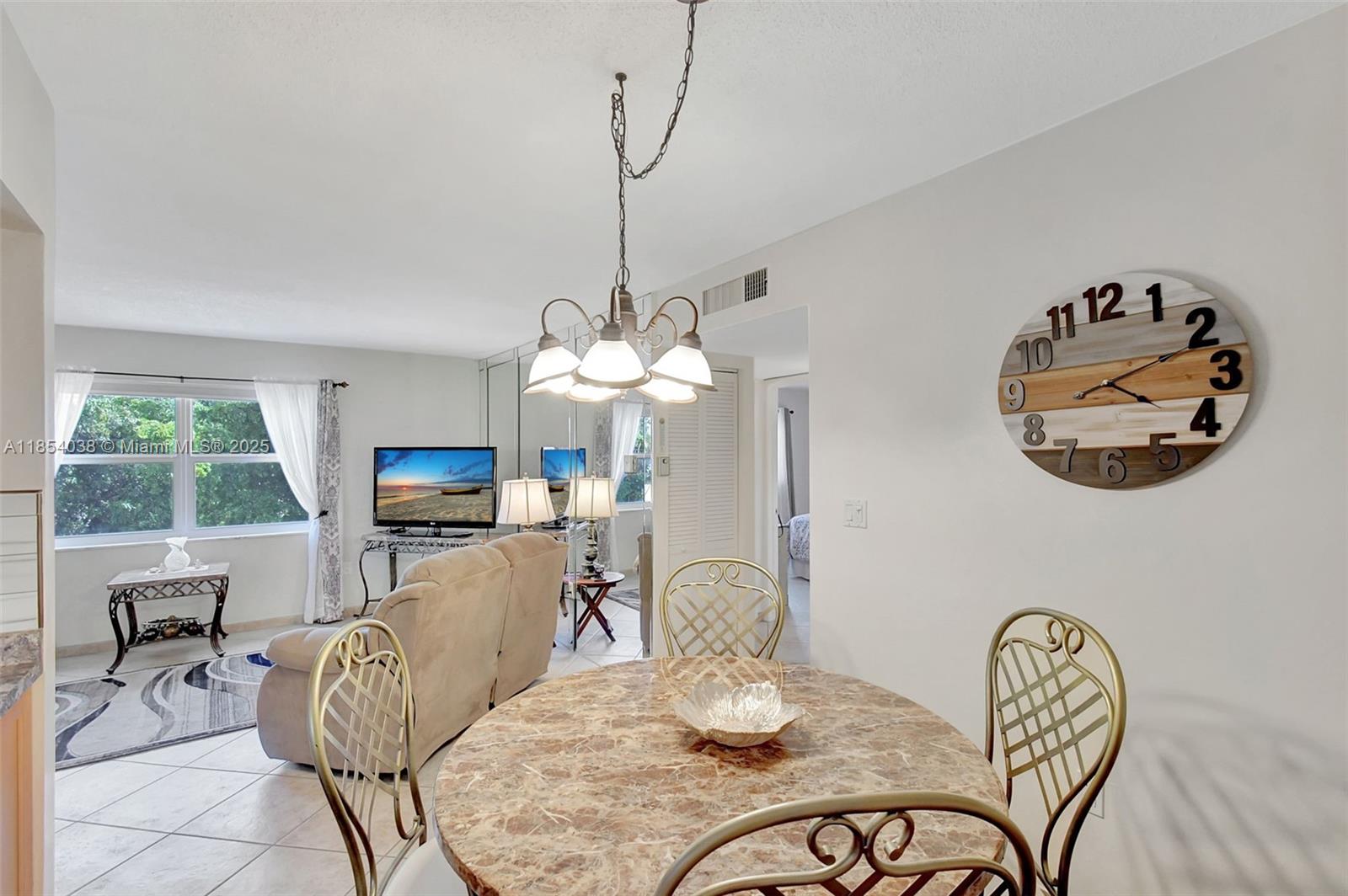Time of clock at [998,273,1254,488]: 4:11
